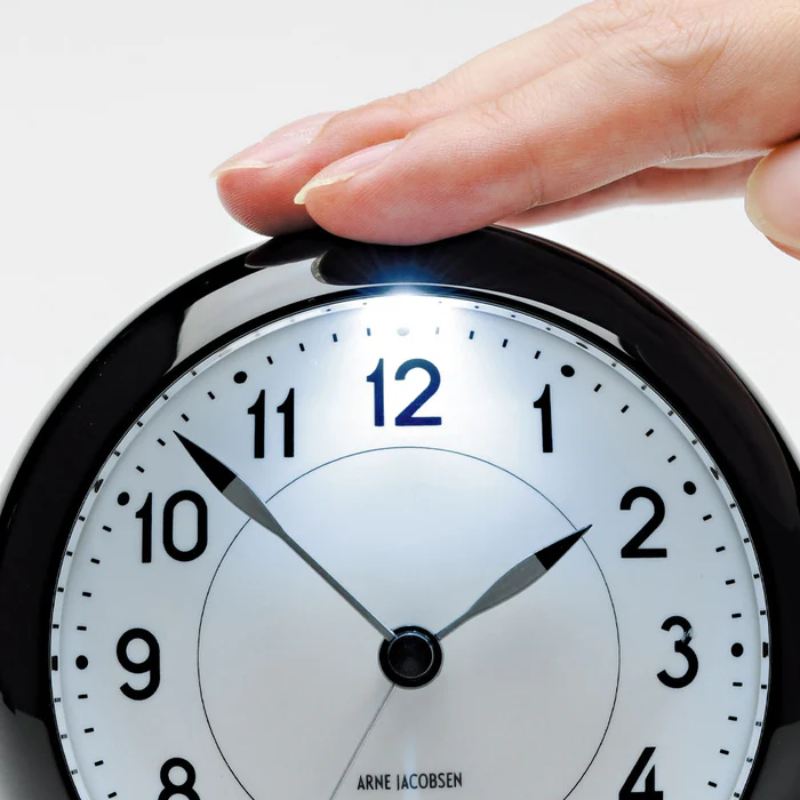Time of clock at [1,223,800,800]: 1:52
